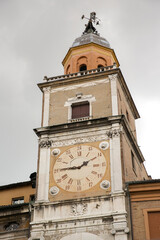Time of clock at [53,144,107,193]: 1:45
